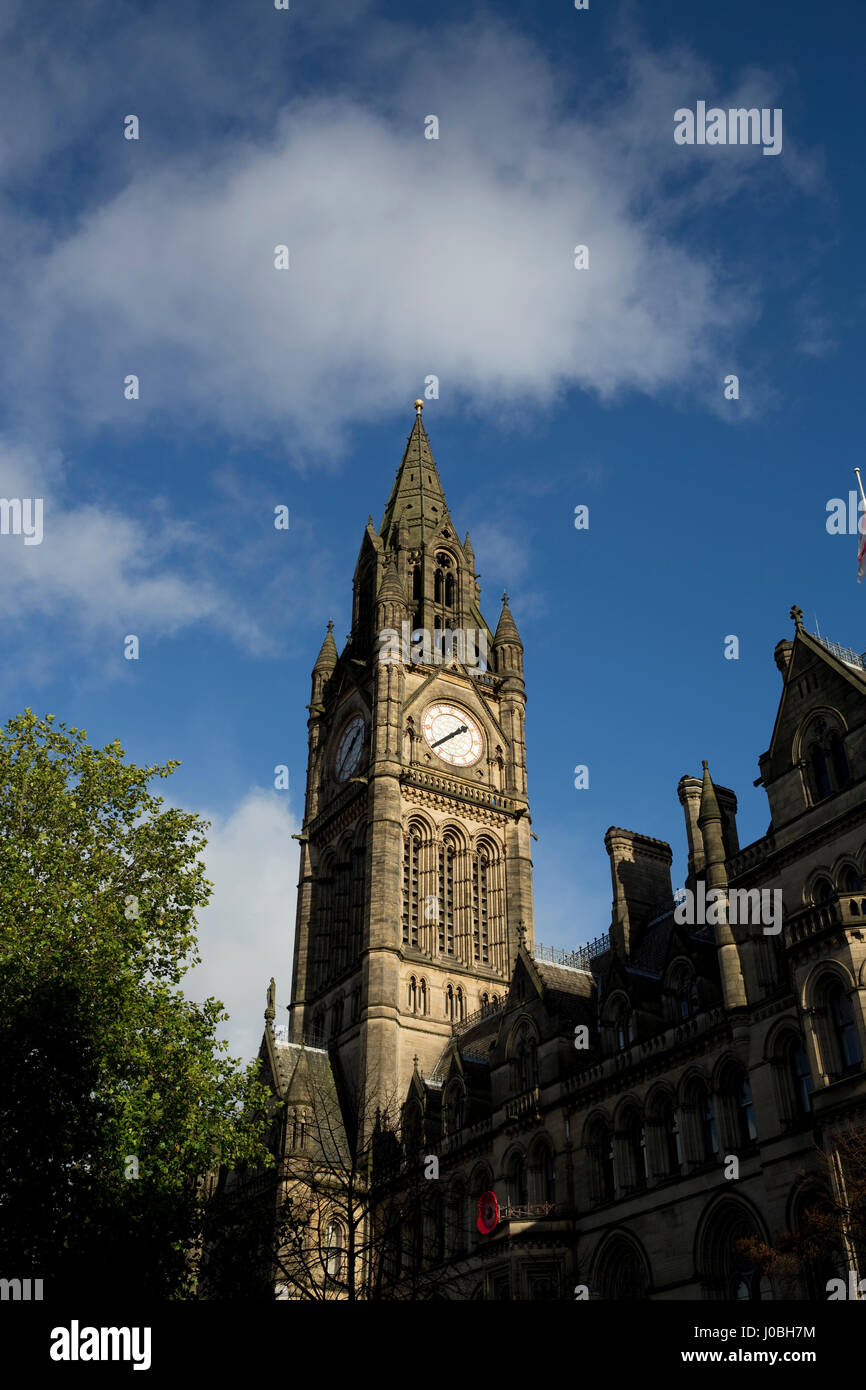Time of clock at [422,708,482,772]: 1:38
